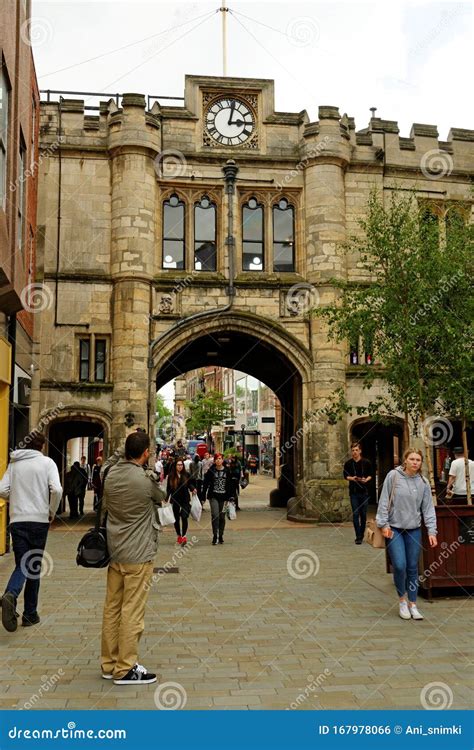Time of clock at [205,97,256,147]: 3:02
